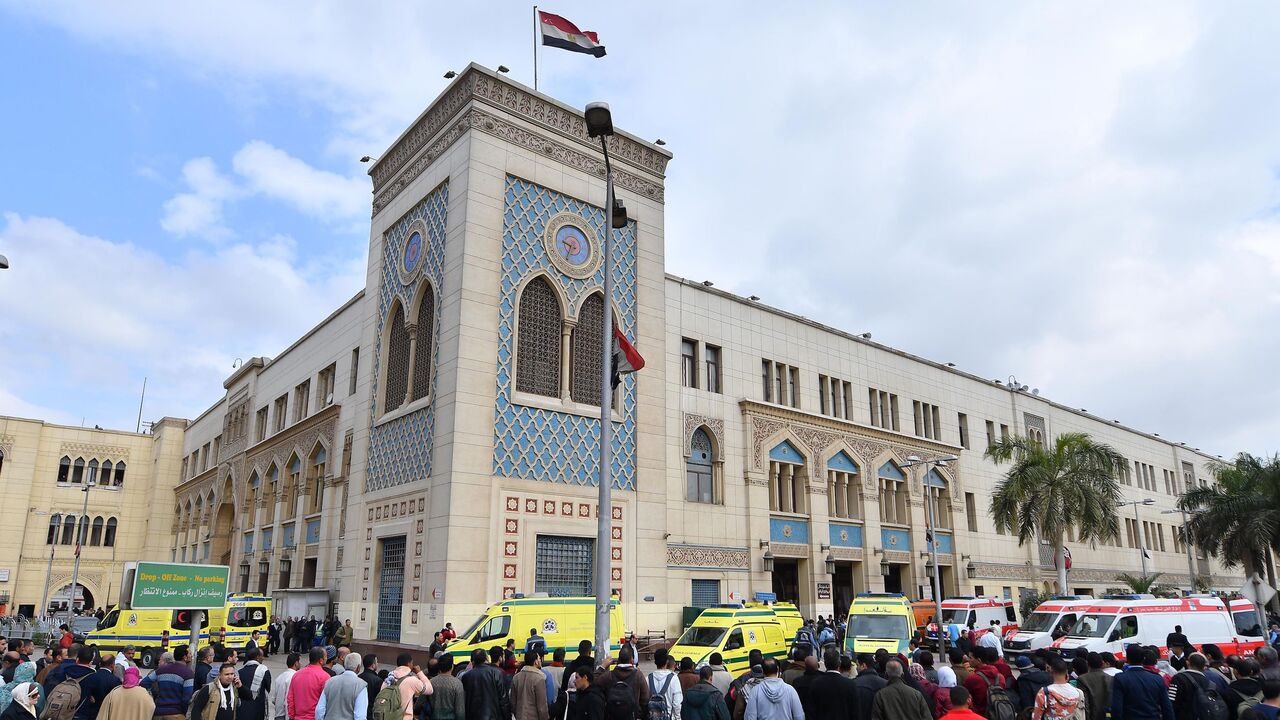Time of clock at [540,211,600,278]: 9:34
